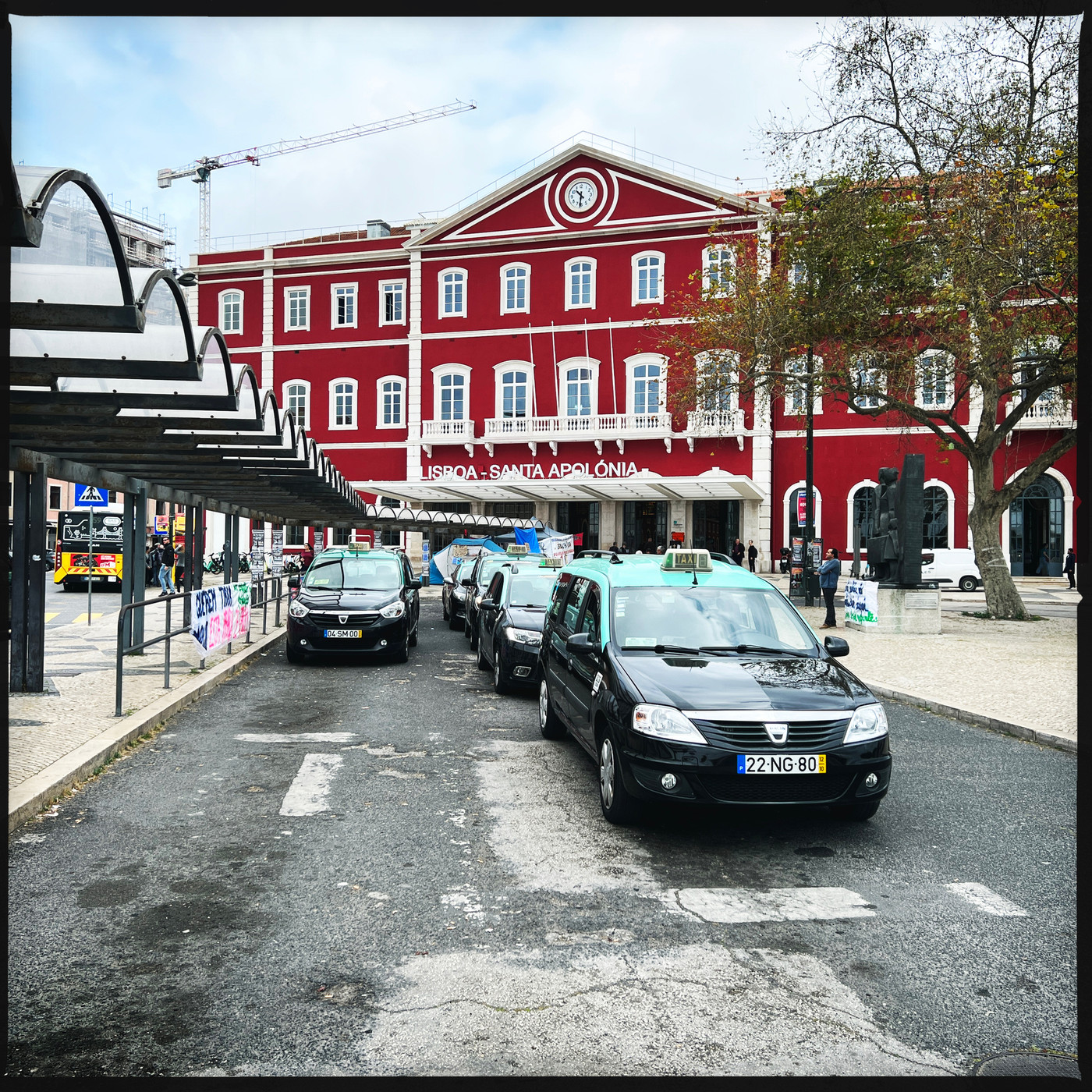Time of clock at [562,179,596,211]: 10:31
